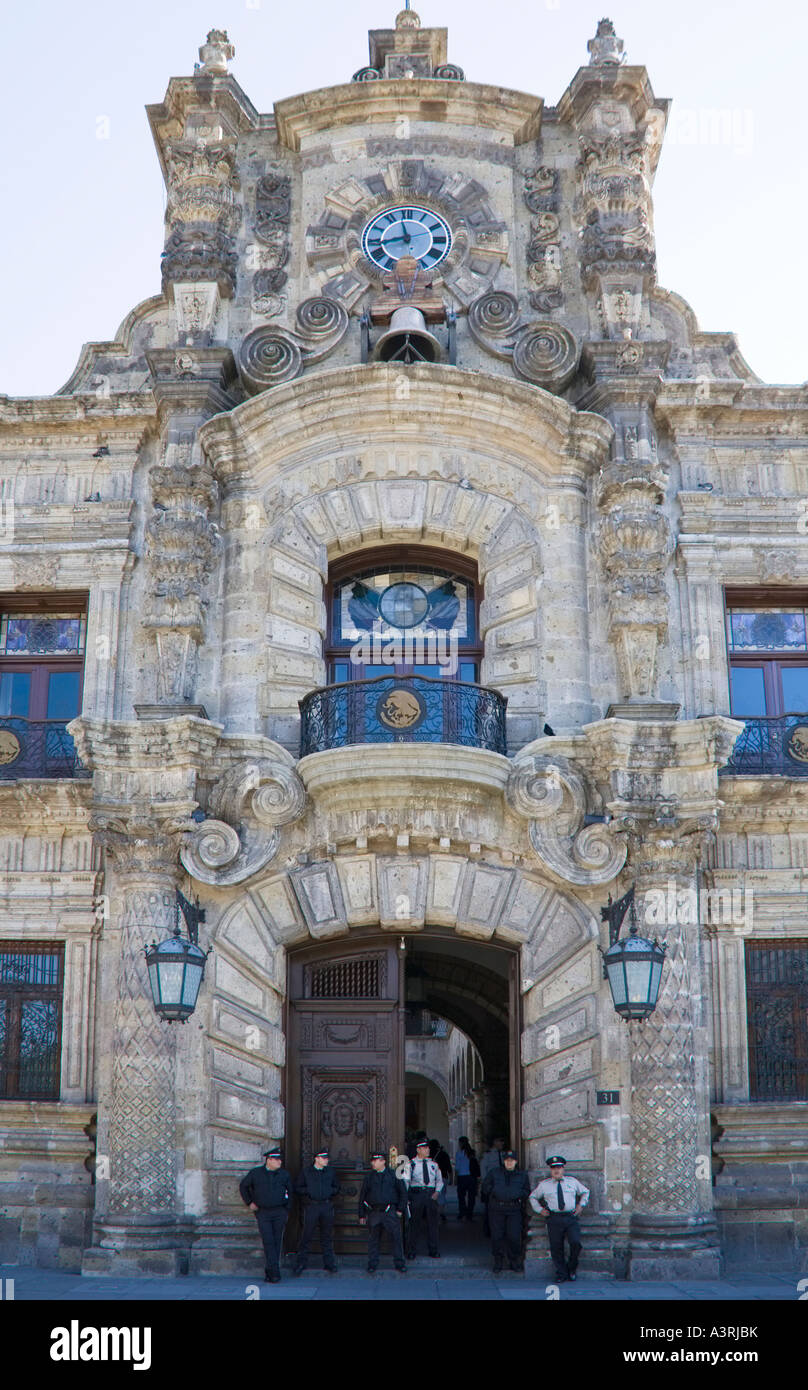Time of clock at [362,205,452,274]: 11:42
